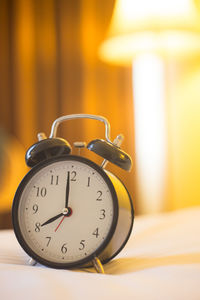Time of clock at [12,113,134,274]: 7:59
